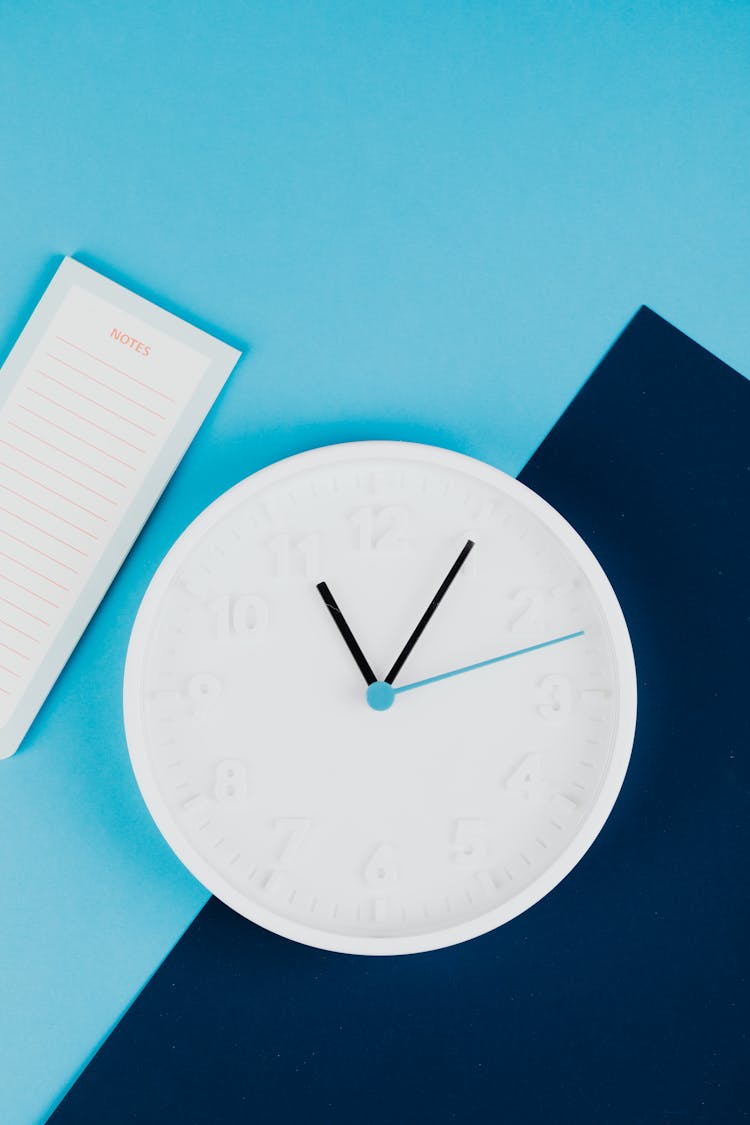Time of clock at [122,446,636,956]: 11:05
